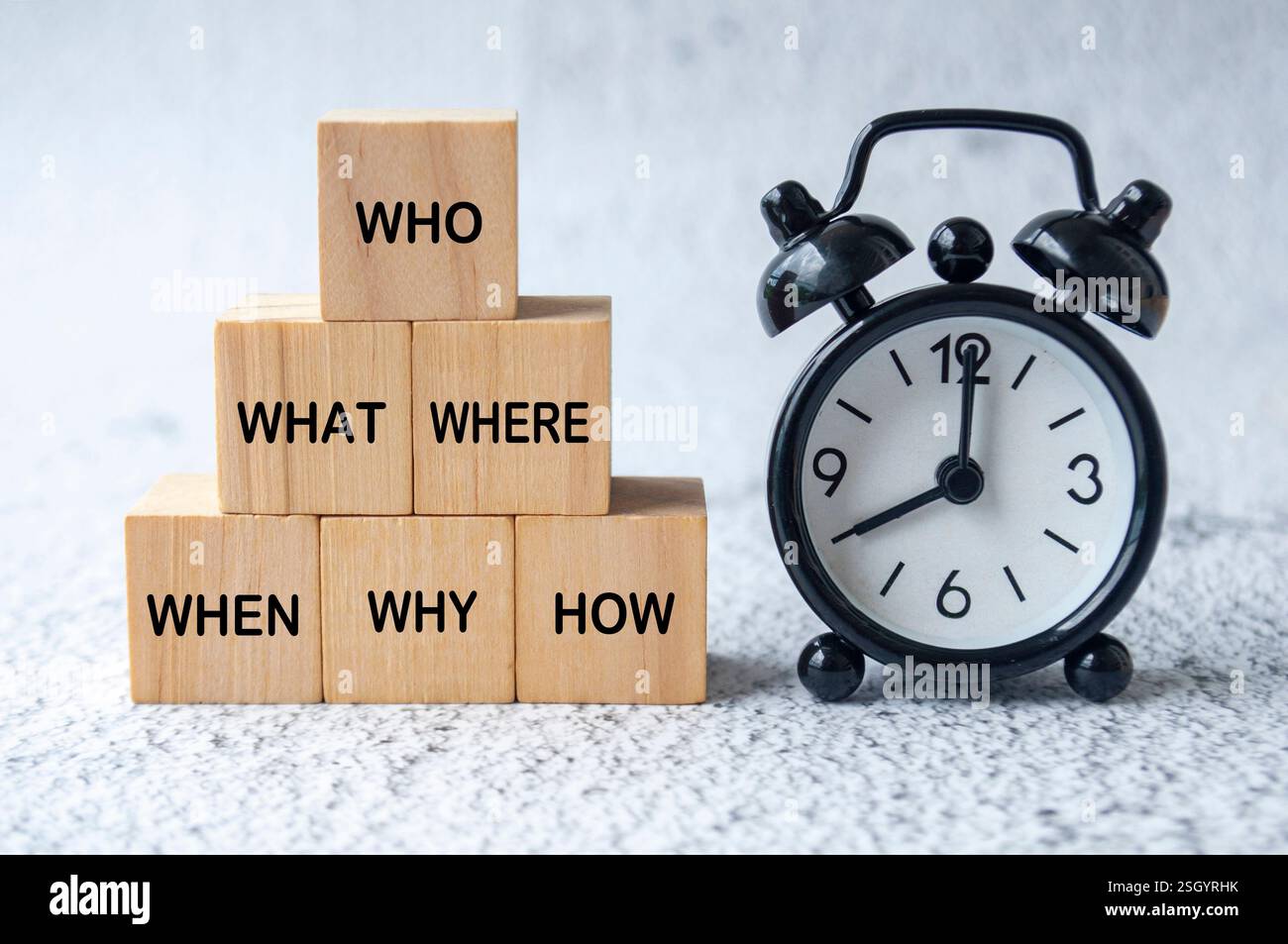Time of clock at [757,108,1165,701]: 8:00
